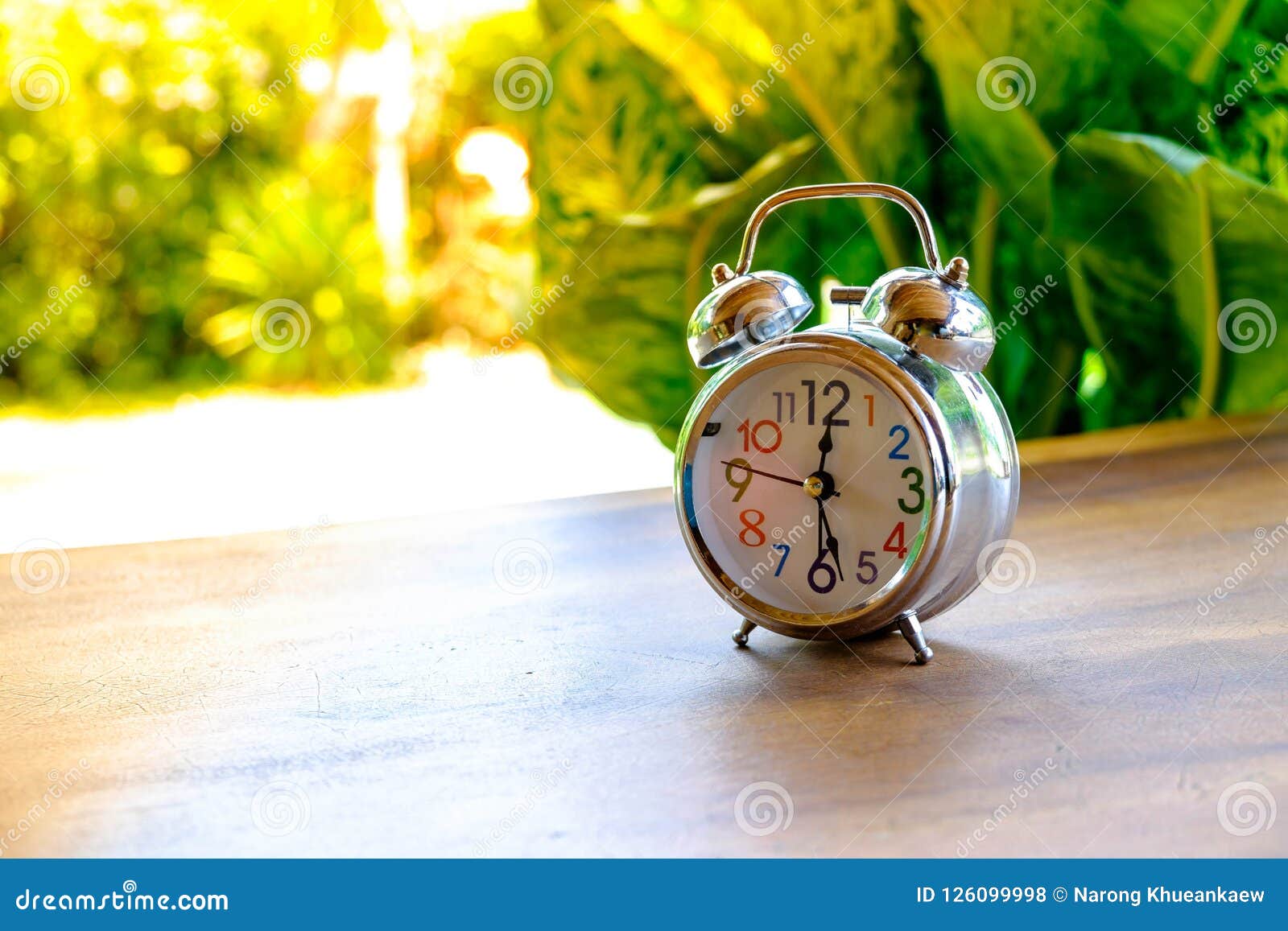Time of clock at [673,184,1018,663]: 12:28
